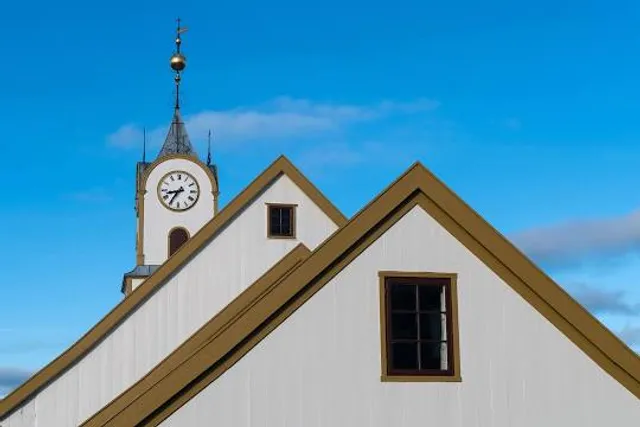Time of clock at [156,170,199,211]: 8:35
